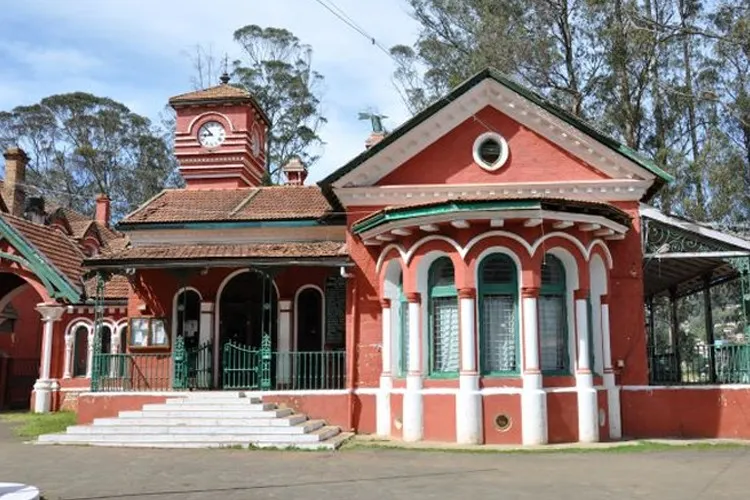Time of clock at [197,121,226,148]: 8:52
